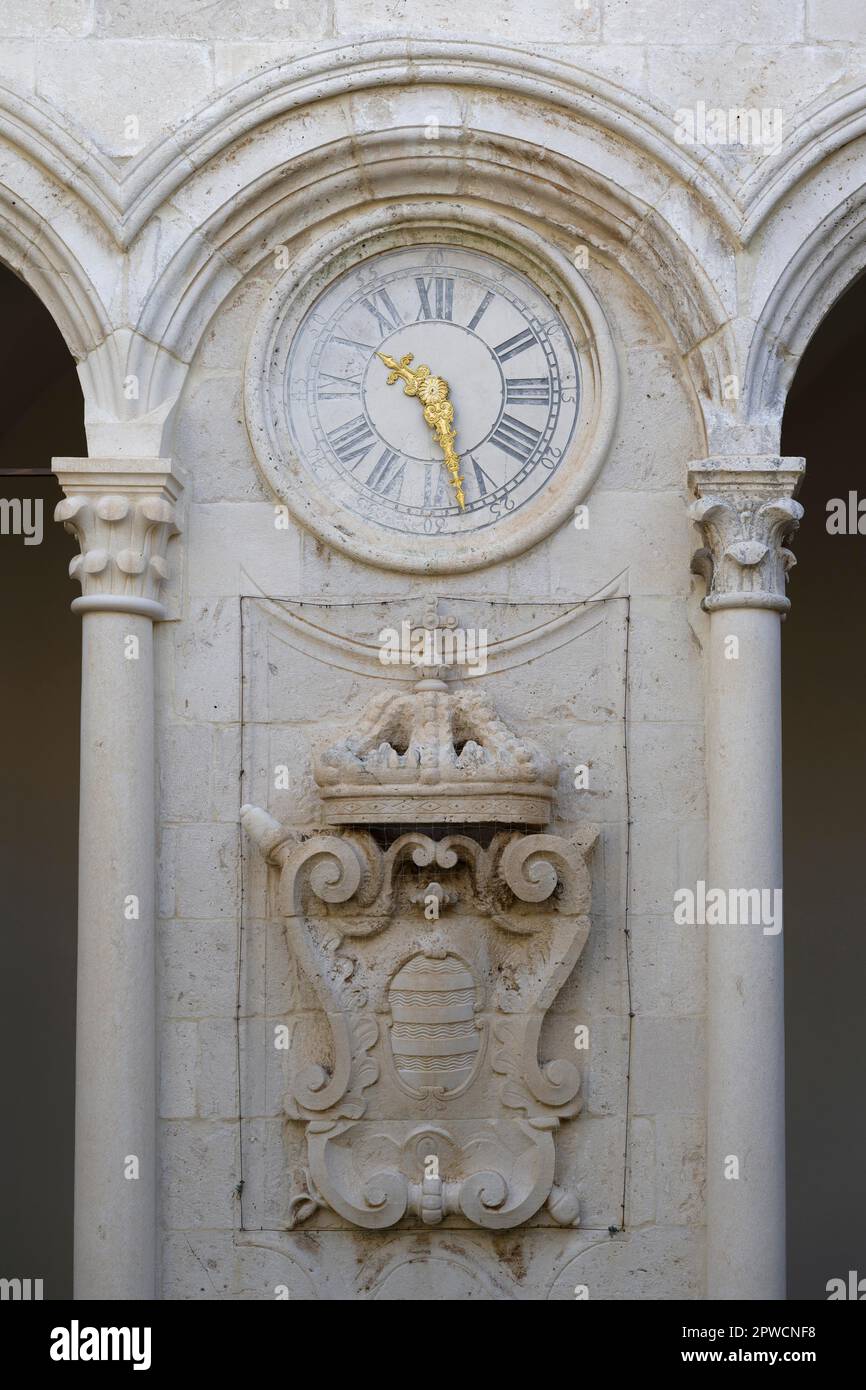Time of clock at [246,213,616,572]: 10:27
